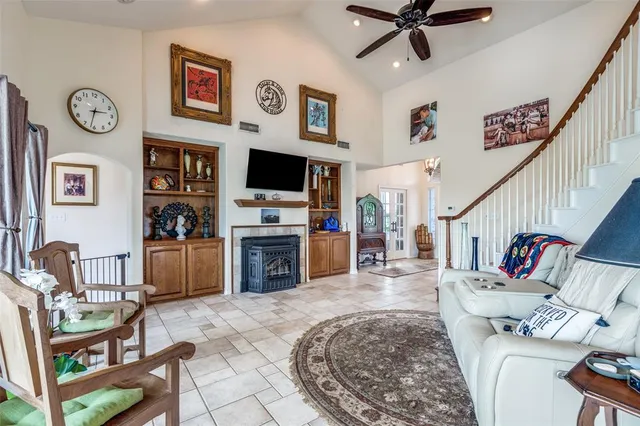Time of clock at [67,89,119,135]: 2:31
